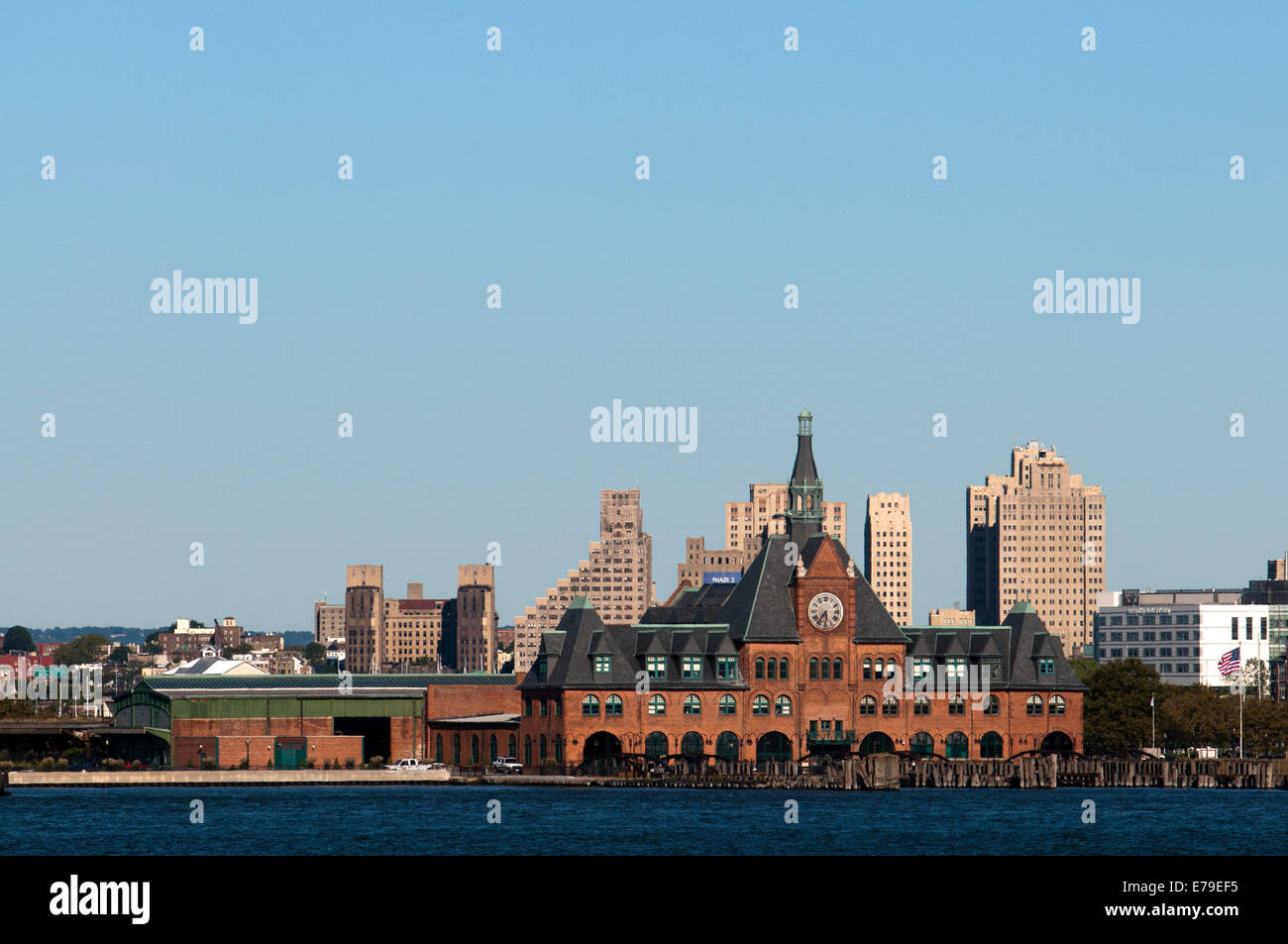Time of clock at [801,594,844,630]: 5:36
